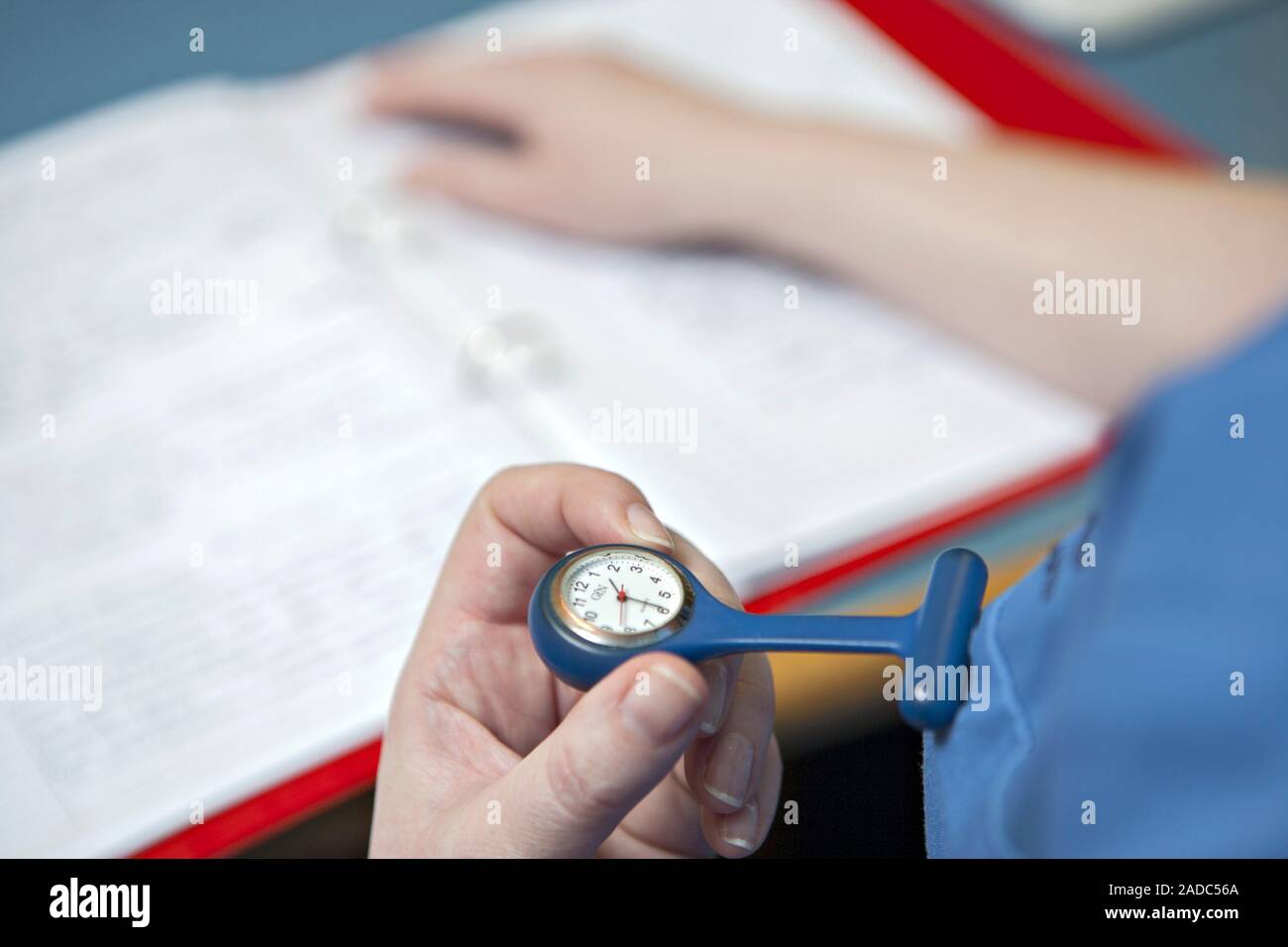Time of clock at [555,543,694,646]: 11:19
